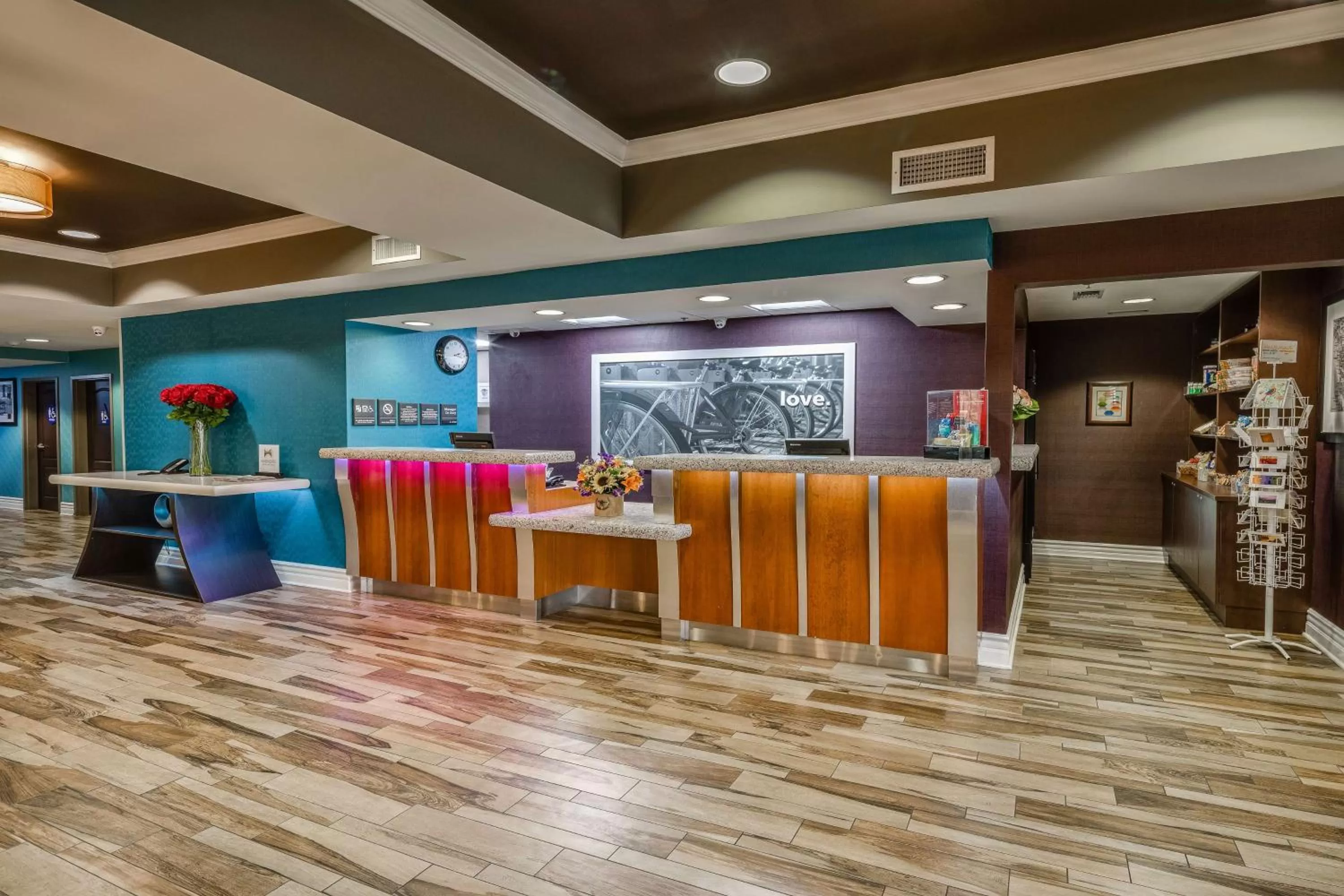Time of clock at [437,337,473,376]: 2:17
